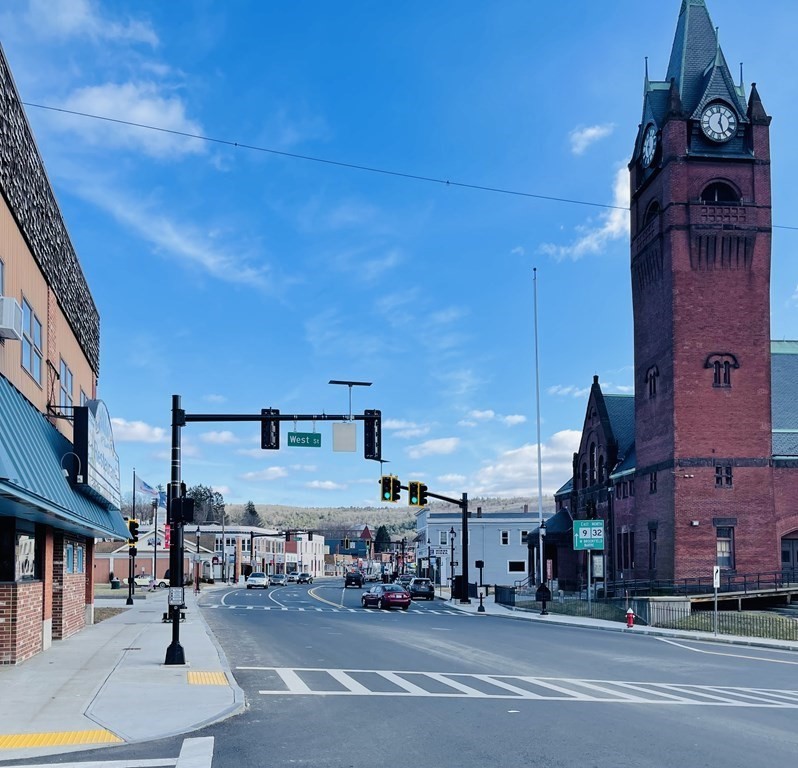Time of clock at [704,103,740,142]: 12:26
